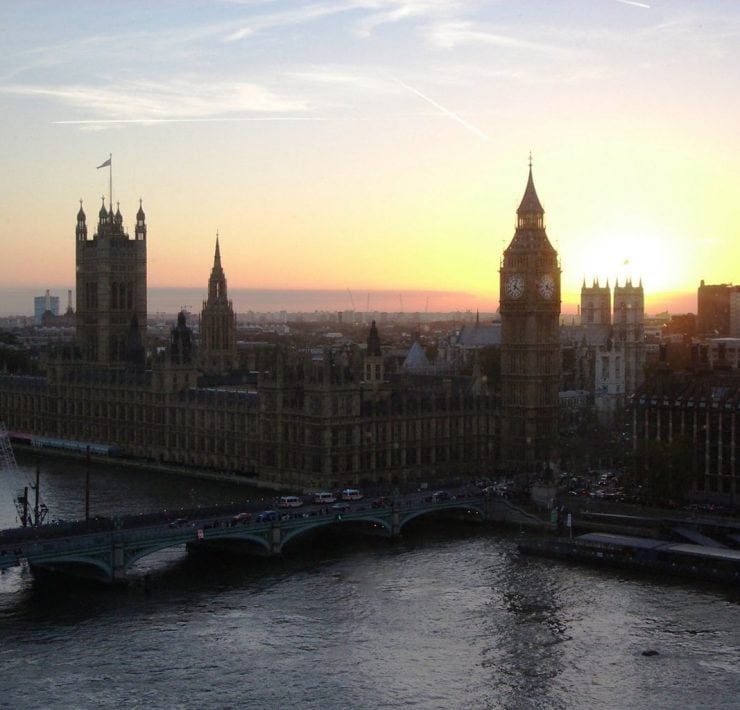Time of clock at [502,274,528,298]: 4:02
